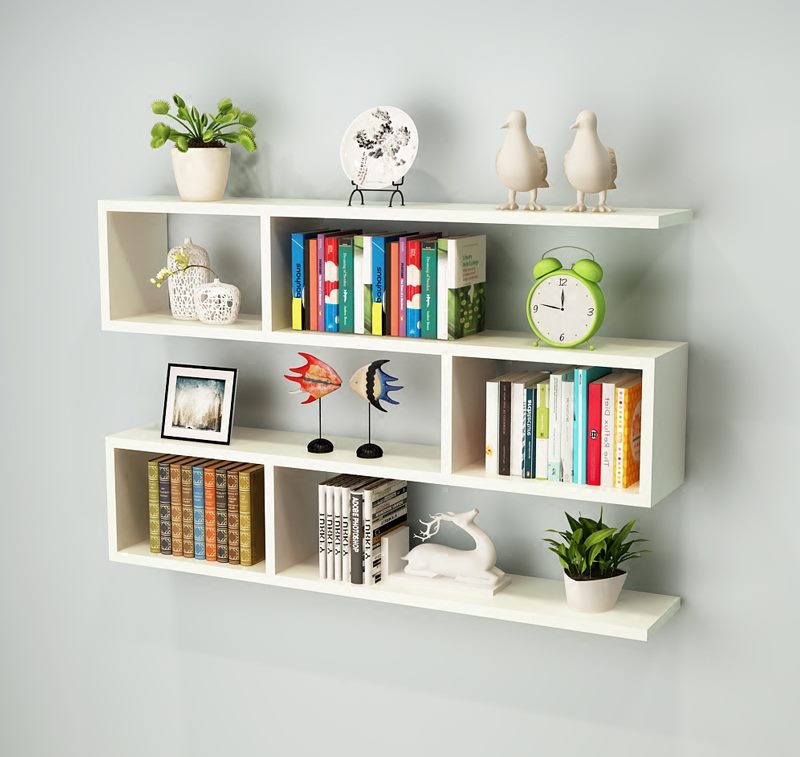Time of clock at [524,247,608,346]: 11:46
